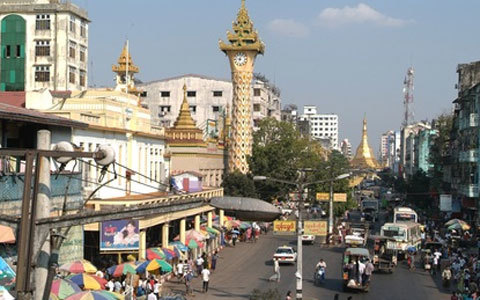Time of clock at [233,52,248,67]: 9:04
